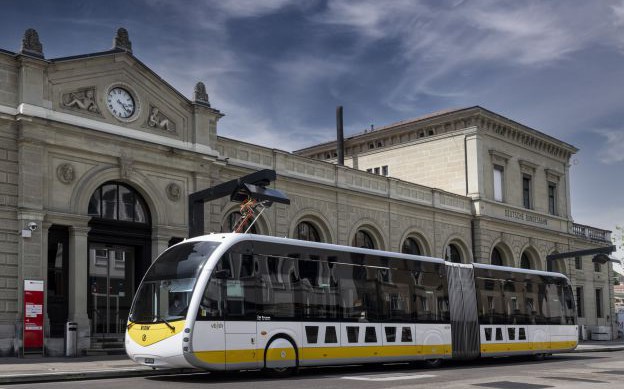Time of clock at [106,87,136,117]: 3:22
